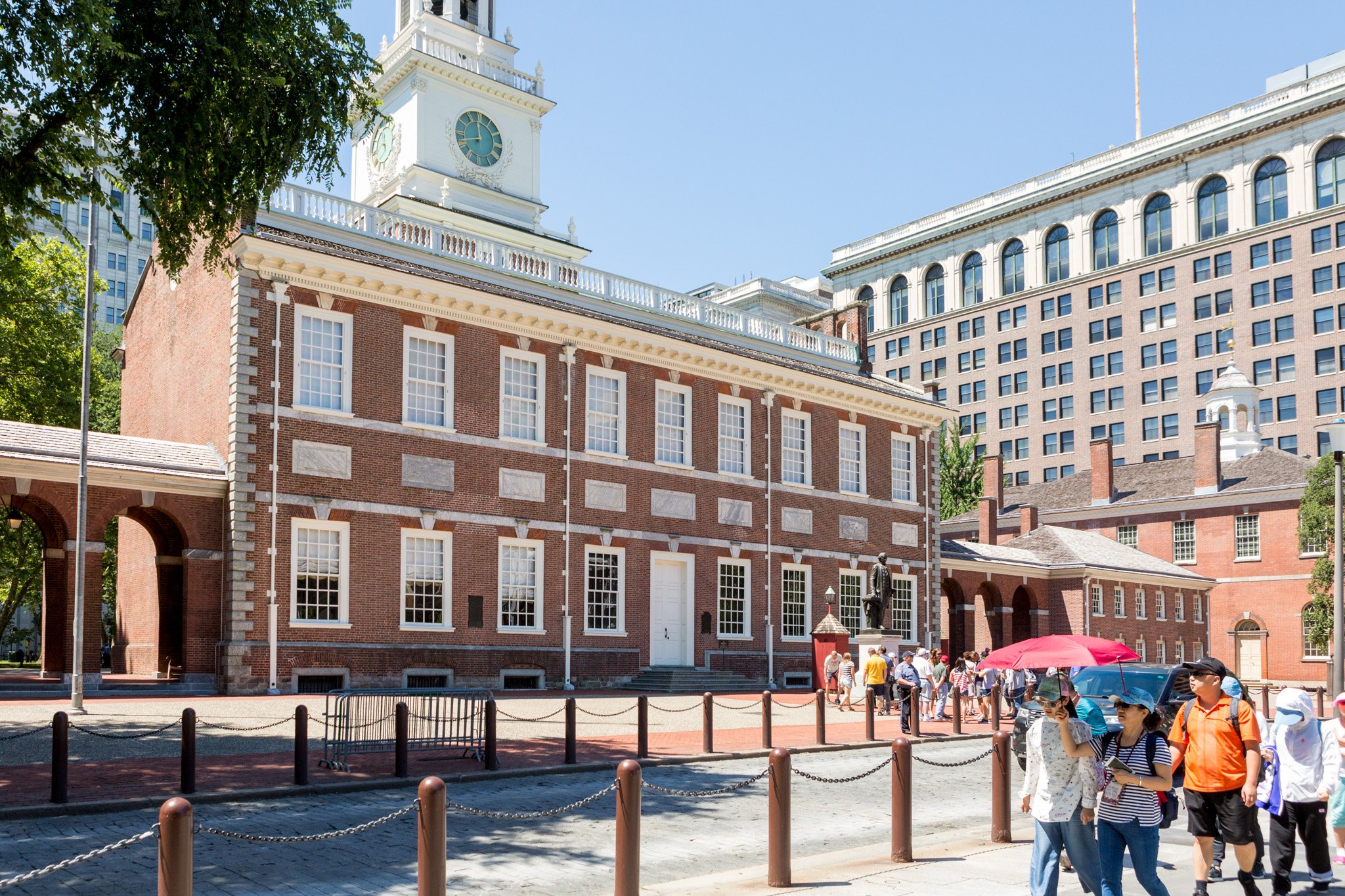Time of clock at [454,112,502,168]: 11:42
